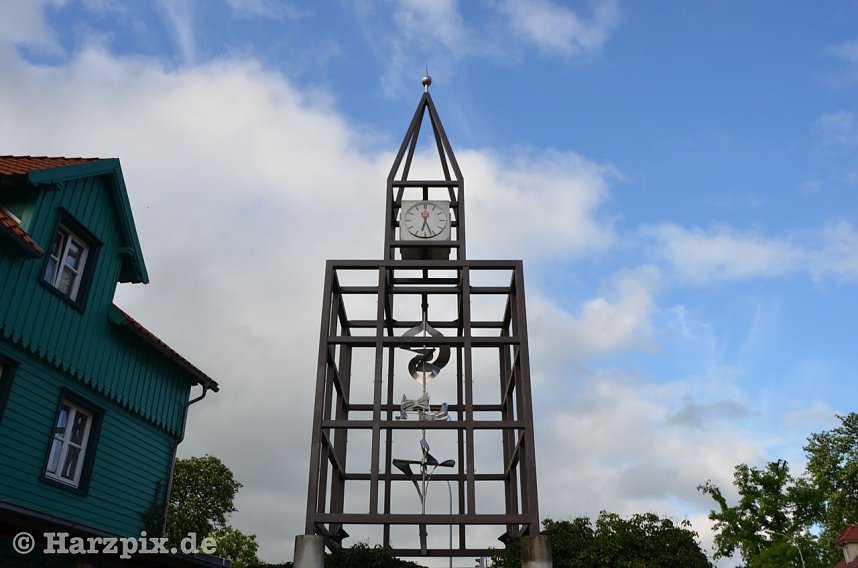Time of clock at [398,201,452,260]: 6:26
